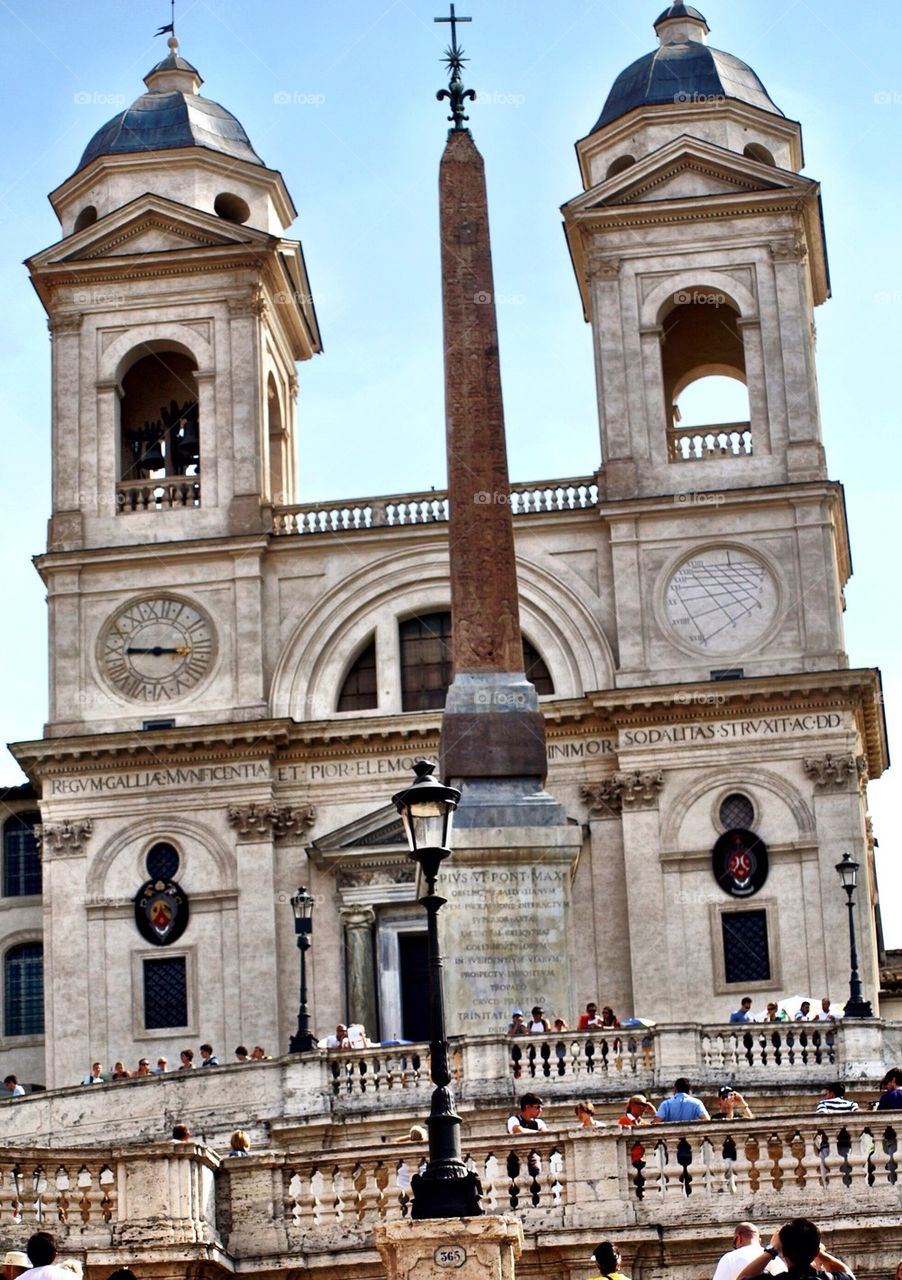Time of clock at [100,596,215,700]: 9:16
